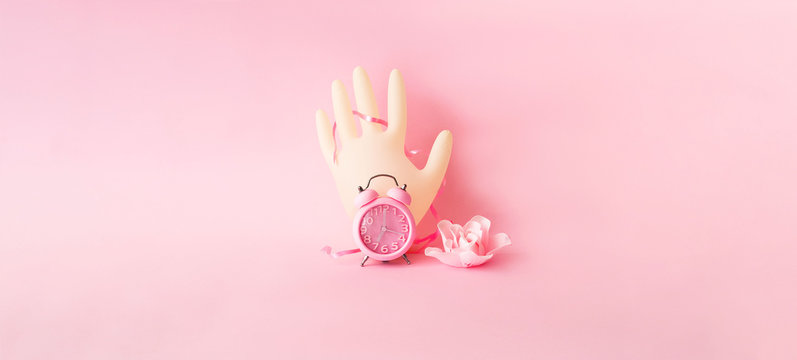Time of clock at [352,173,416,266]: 7:00
